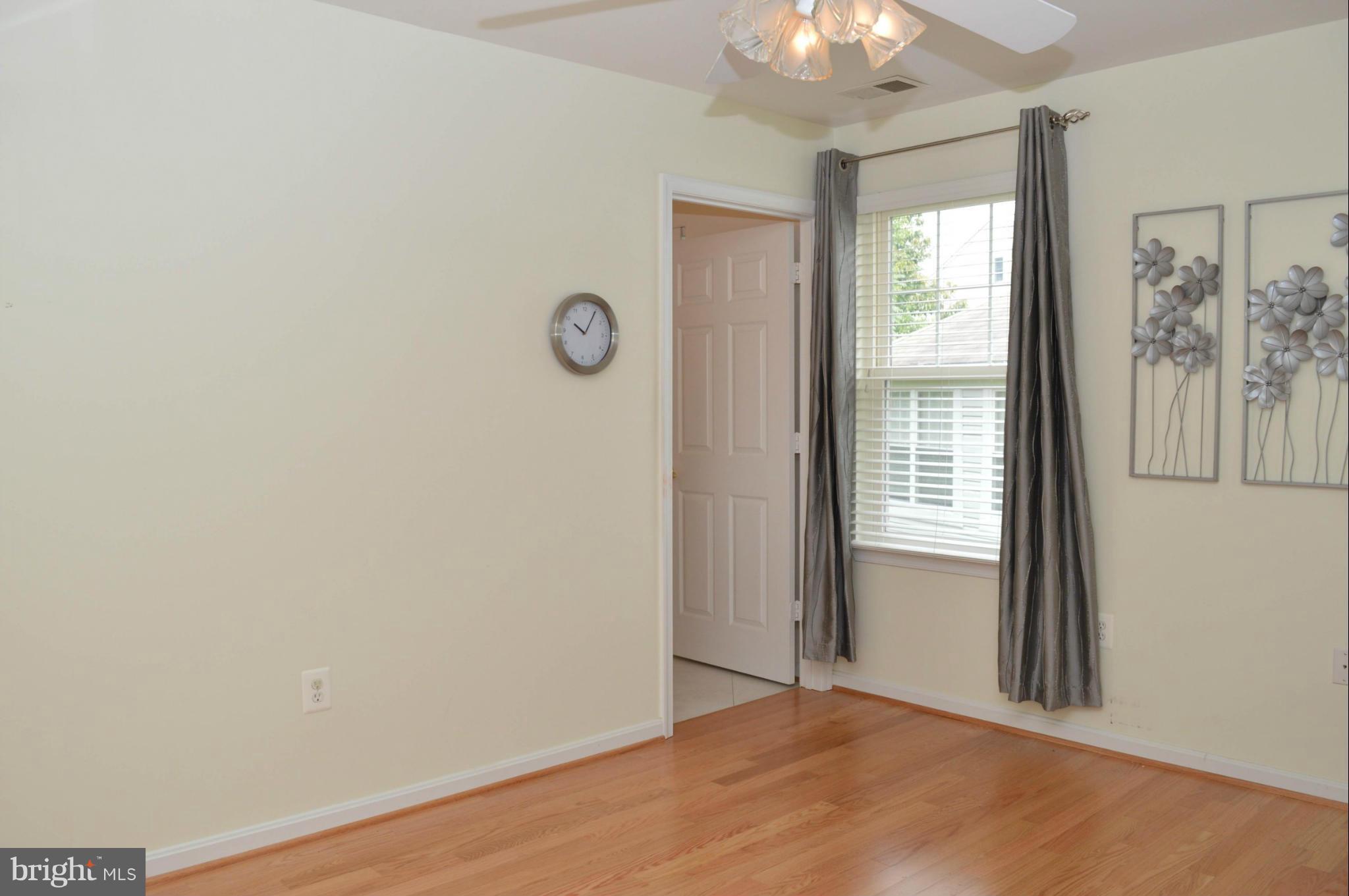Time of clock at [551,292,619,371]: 10:05
